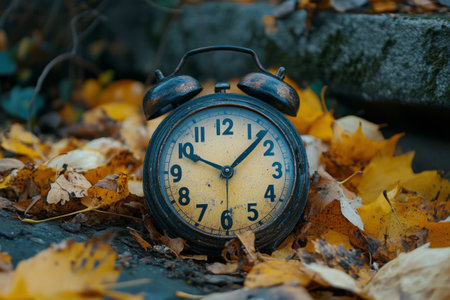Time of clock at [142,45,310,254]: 10:07
